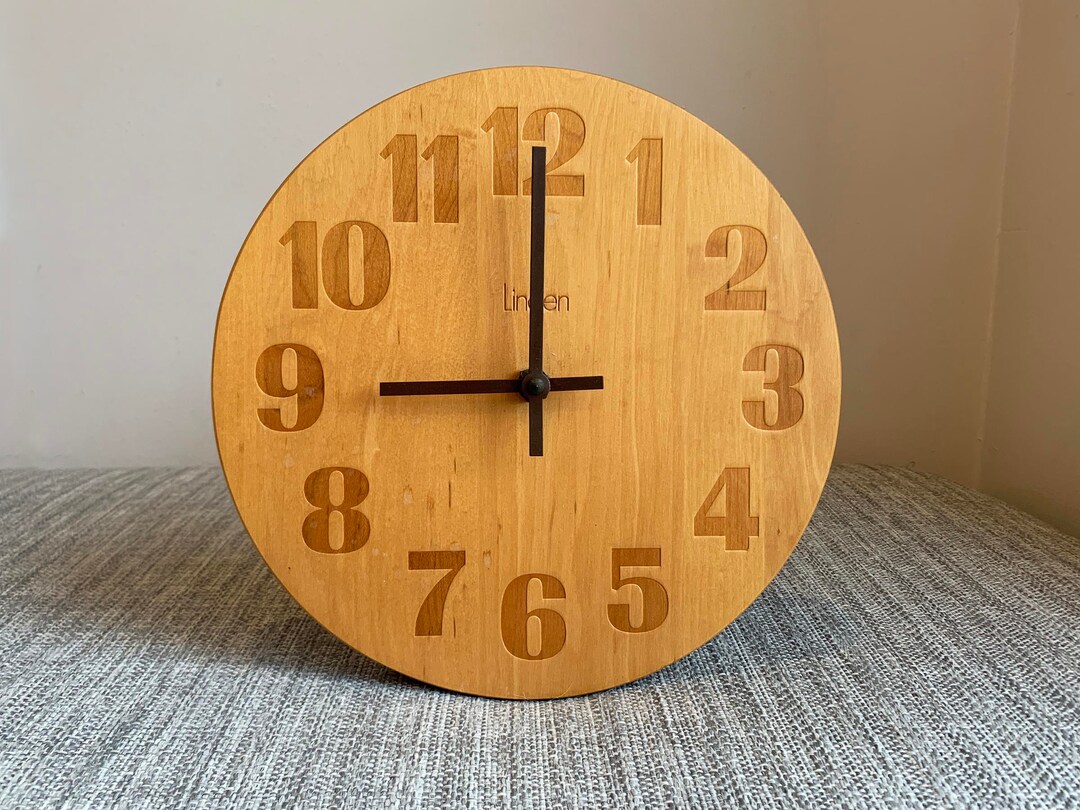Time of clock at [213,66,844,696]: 9:00
